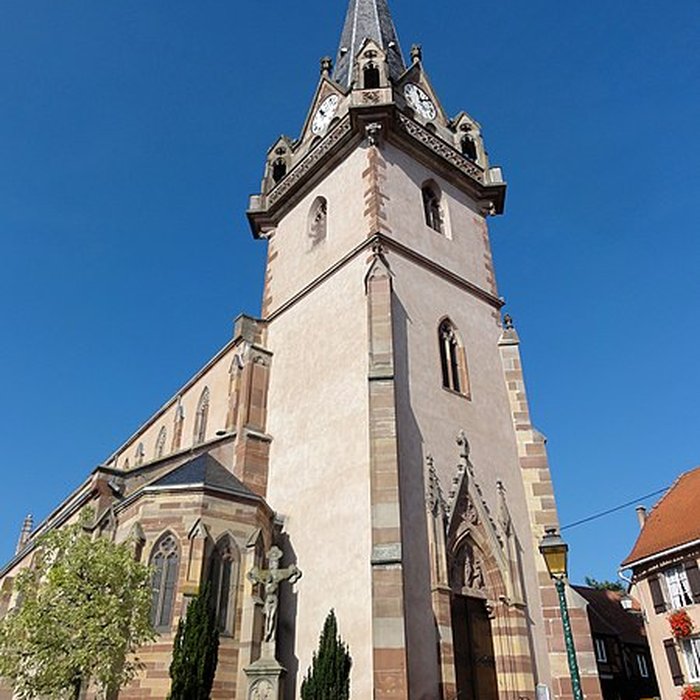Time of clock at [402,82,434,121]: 12:11
